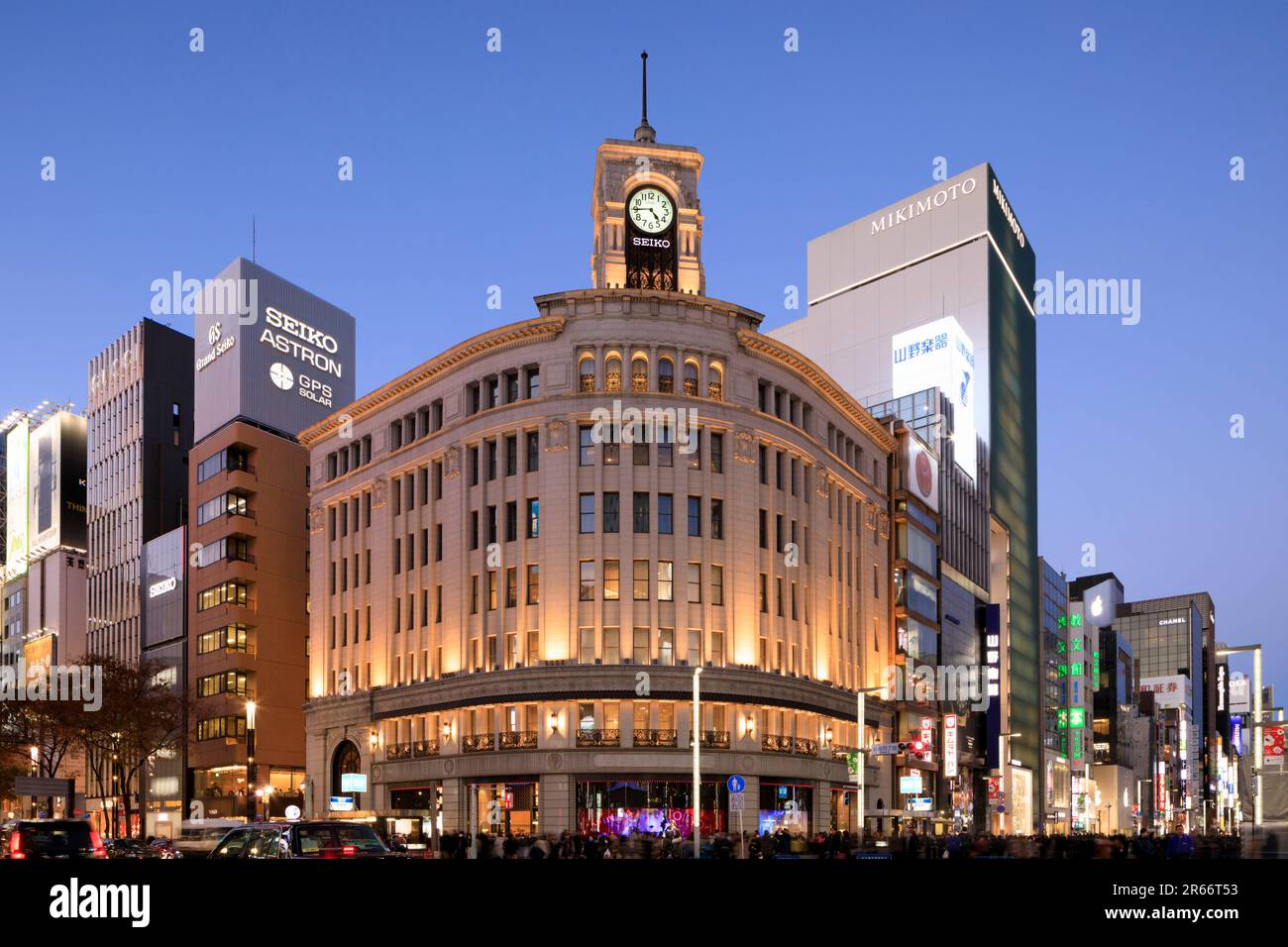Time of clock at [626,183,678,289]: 4:44
